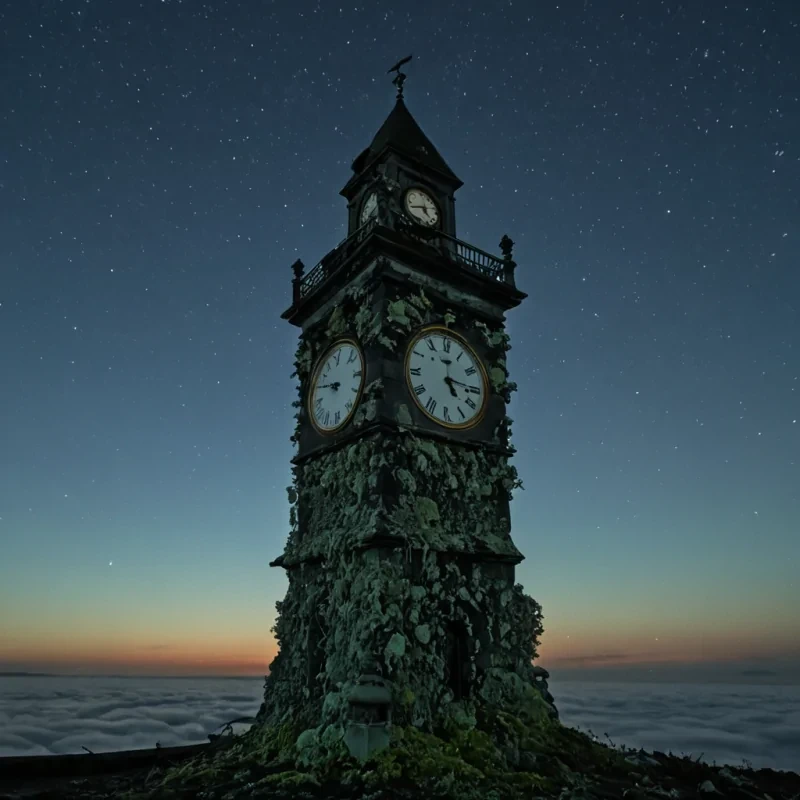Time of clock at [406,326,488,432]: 5:15
